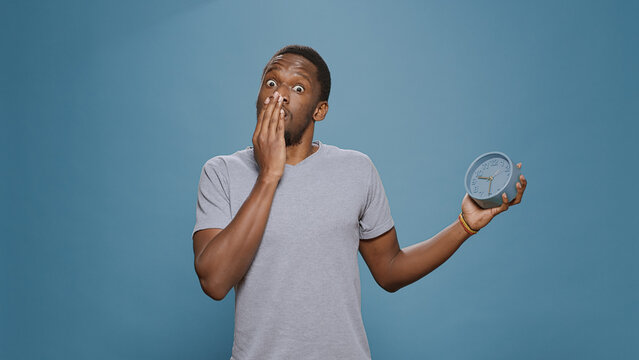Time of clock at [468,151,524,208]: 9:30
